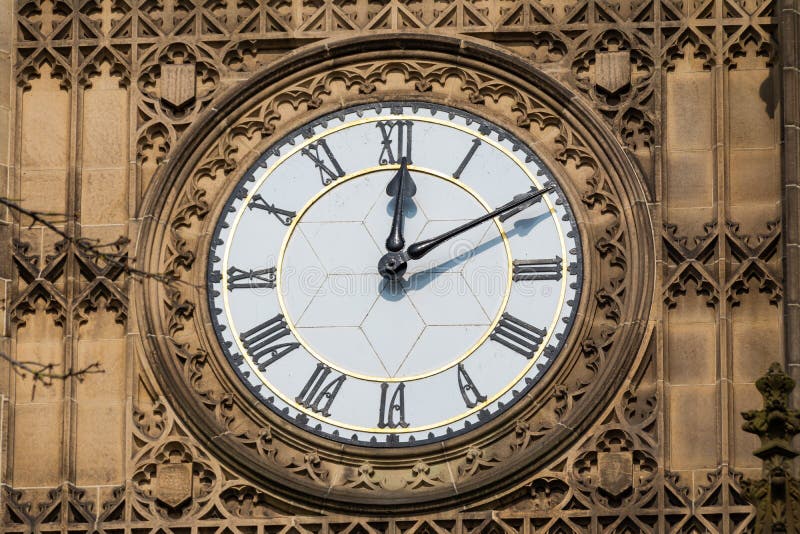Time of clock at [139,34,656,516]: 12:09
